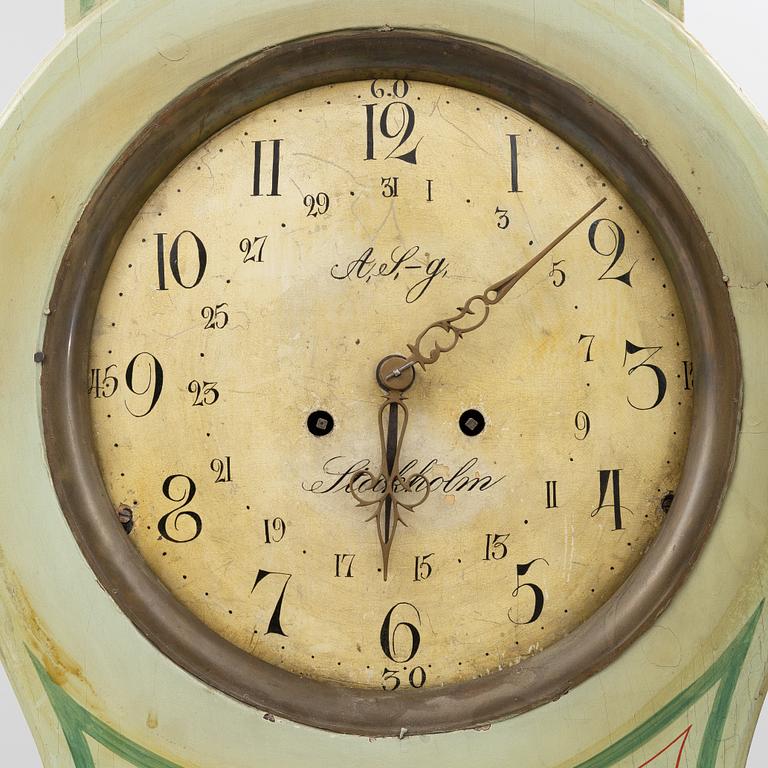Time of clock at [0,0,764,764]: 6:08
